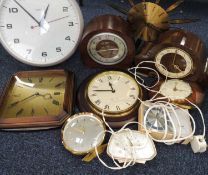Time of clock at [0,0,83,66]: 12:52
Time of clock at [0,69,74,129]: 3:40
